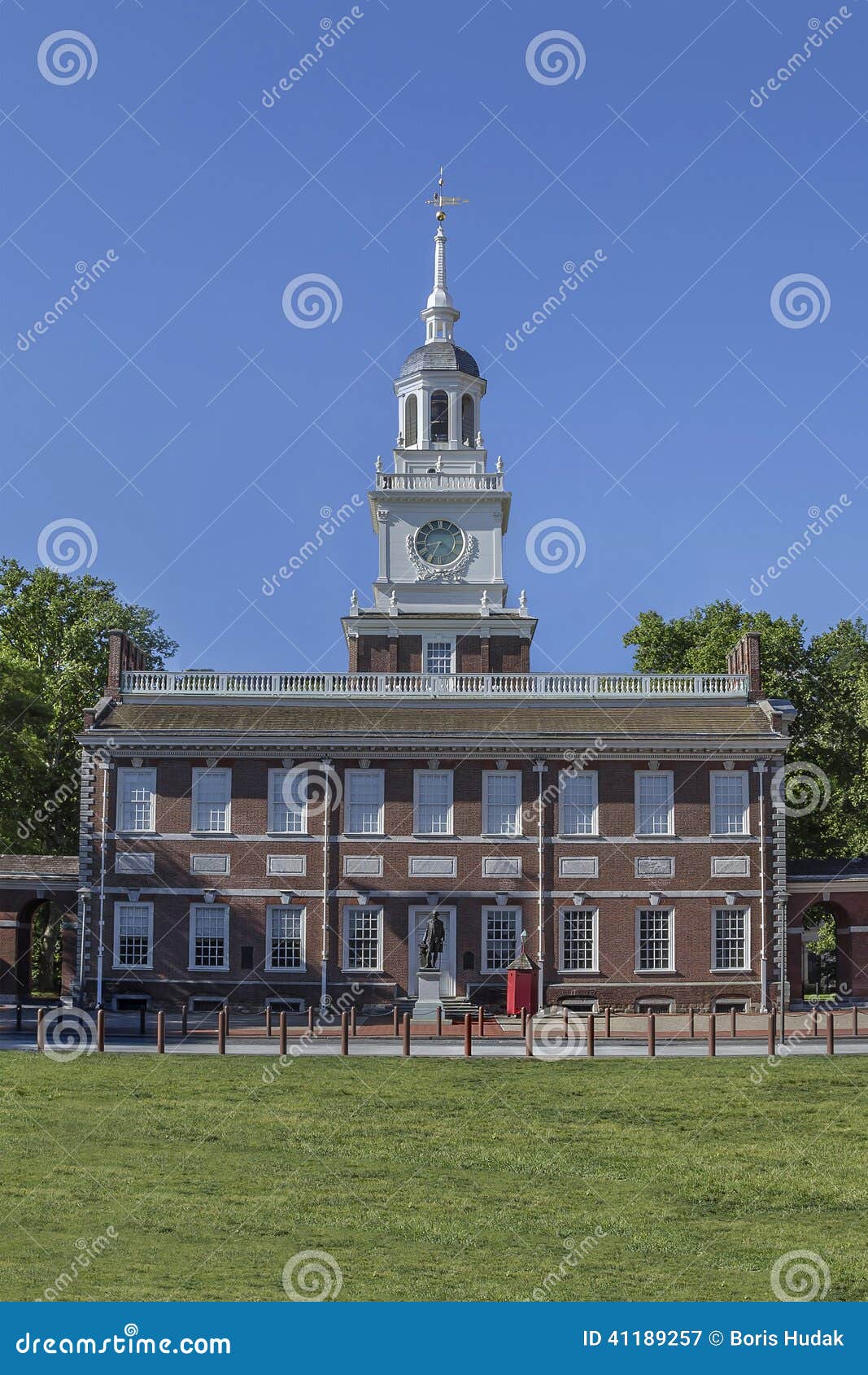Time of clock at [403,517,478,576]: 8:34
